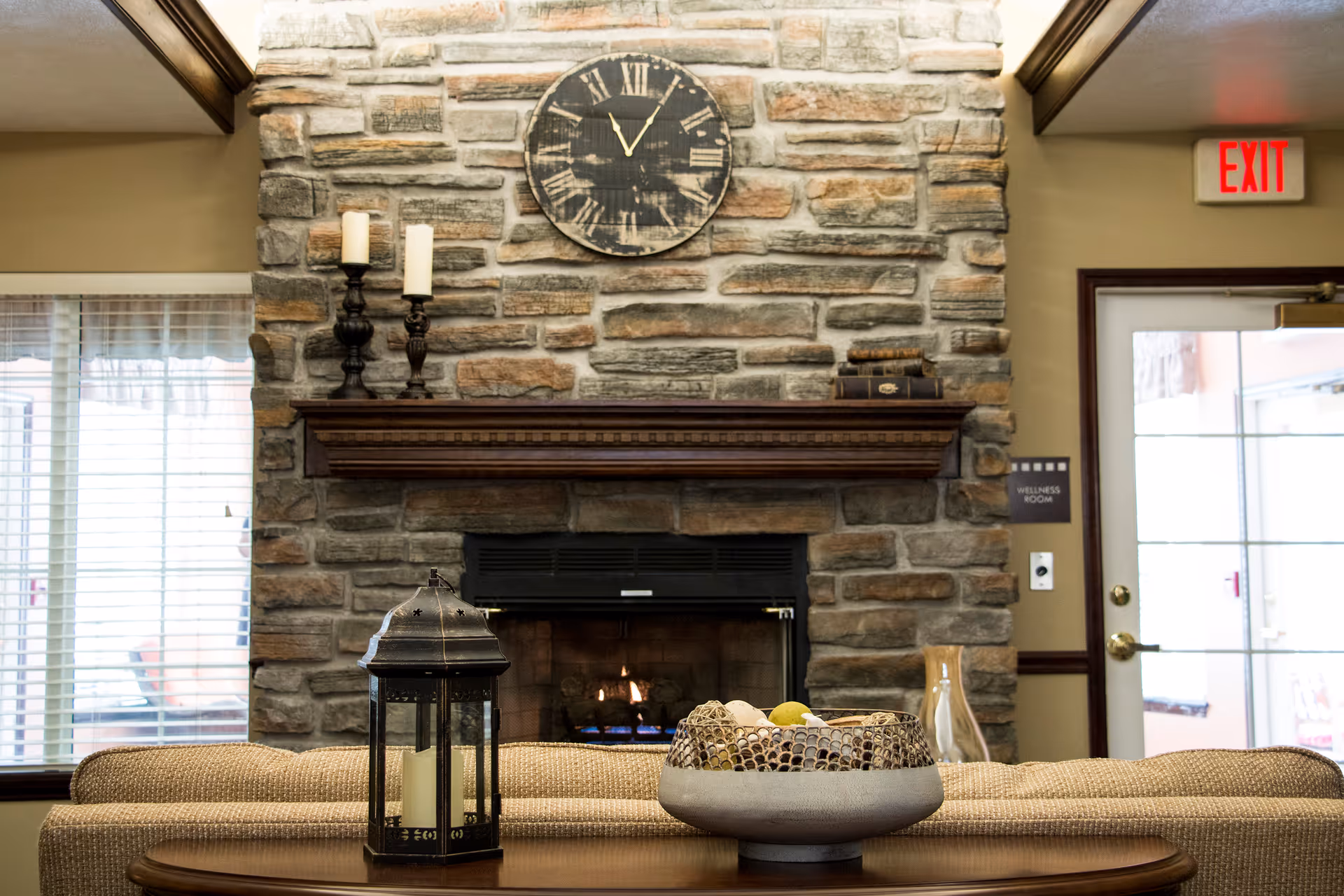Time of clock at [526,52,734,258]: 11:04
